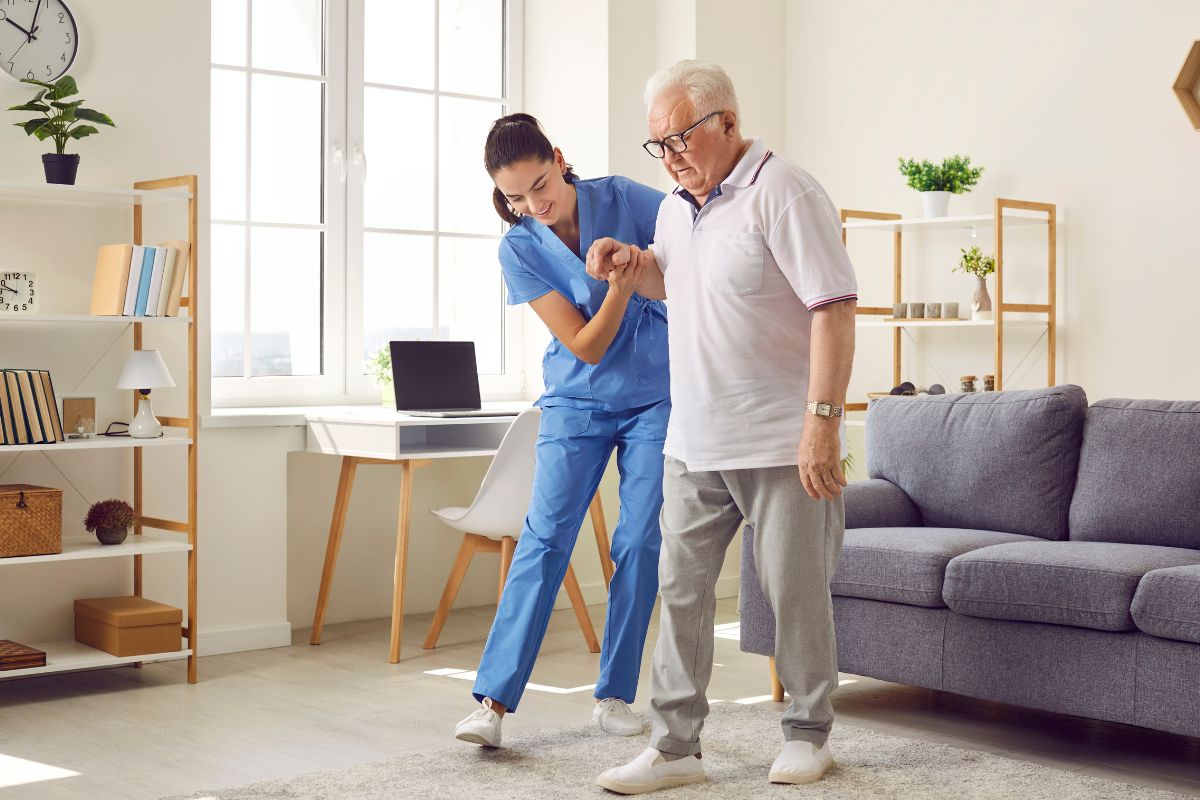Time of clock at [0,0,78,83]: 10:03
